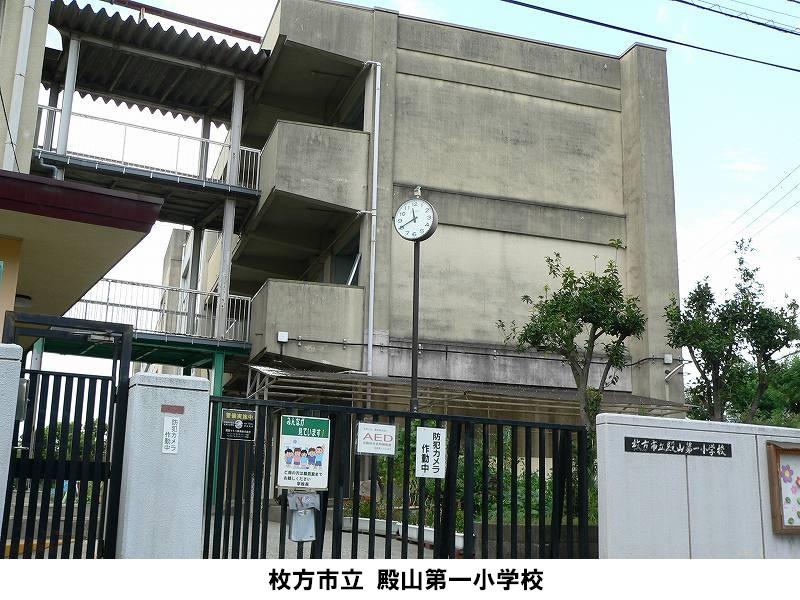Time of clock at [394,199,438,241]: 11:40
